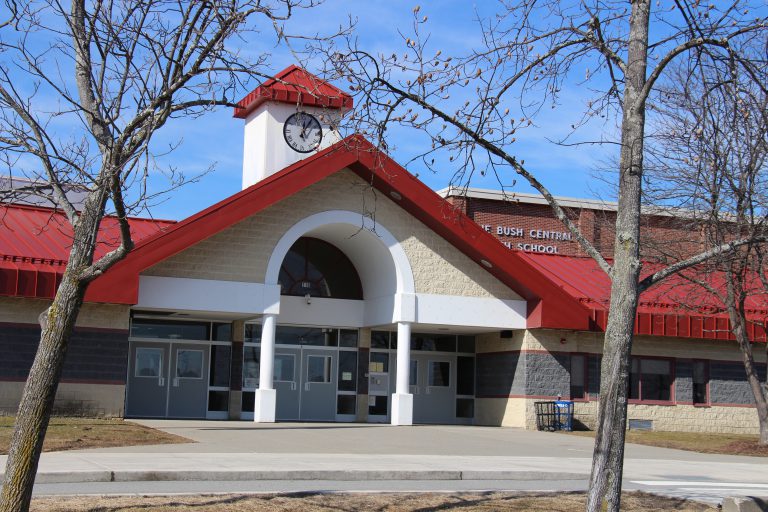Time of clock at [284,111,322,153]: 12:05
